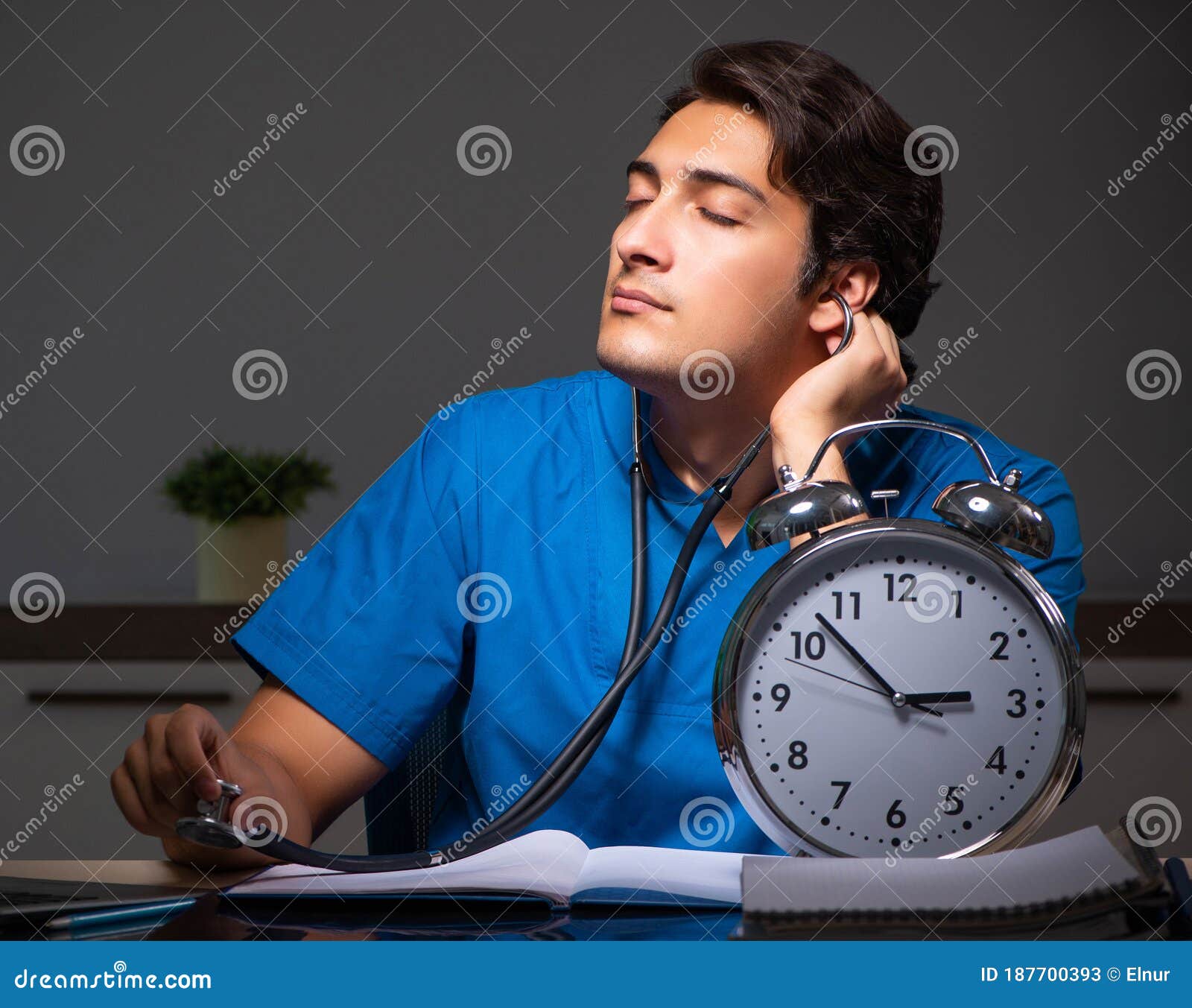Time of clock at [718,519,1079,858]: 2:52
